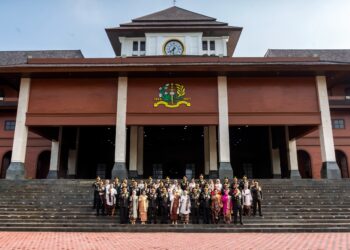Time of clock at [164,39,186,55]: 7:32
